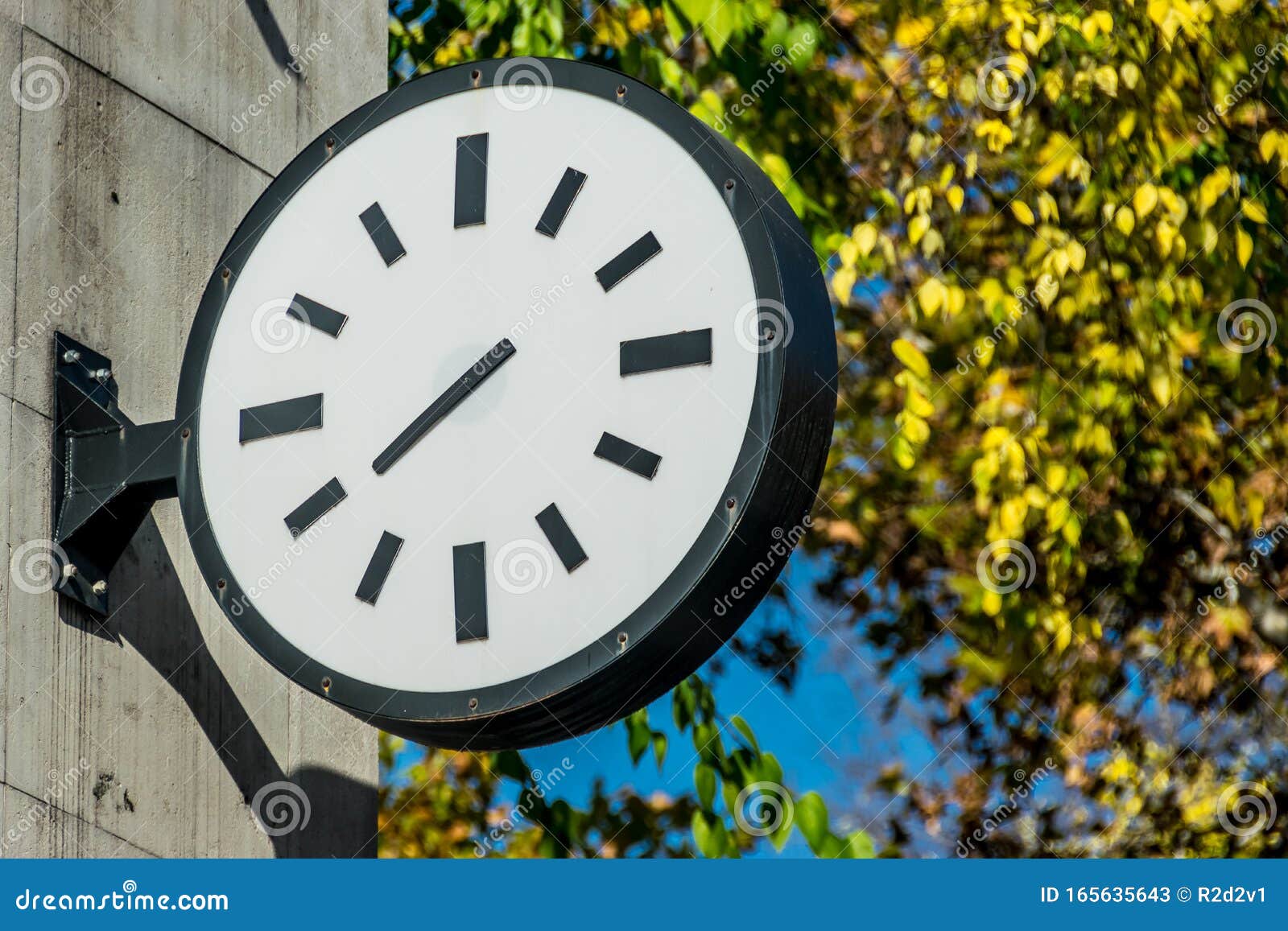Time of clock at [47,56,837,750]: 7:39
